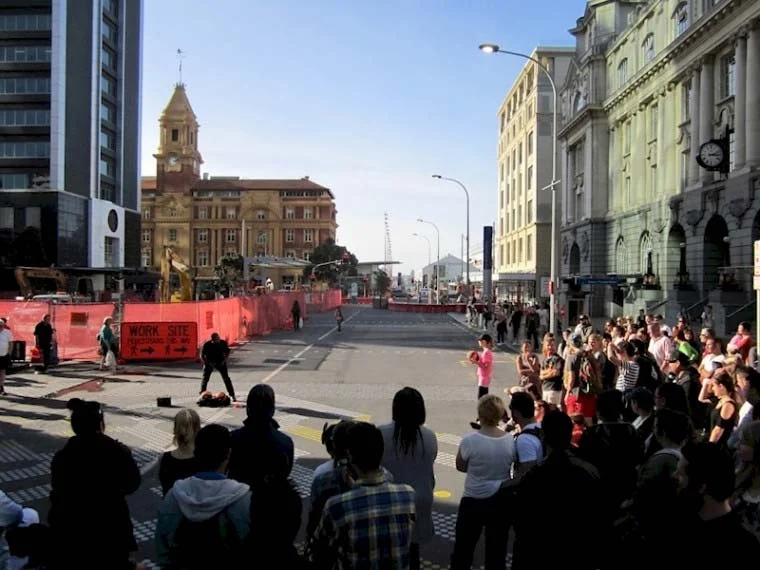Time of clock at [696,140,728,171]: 3:12
